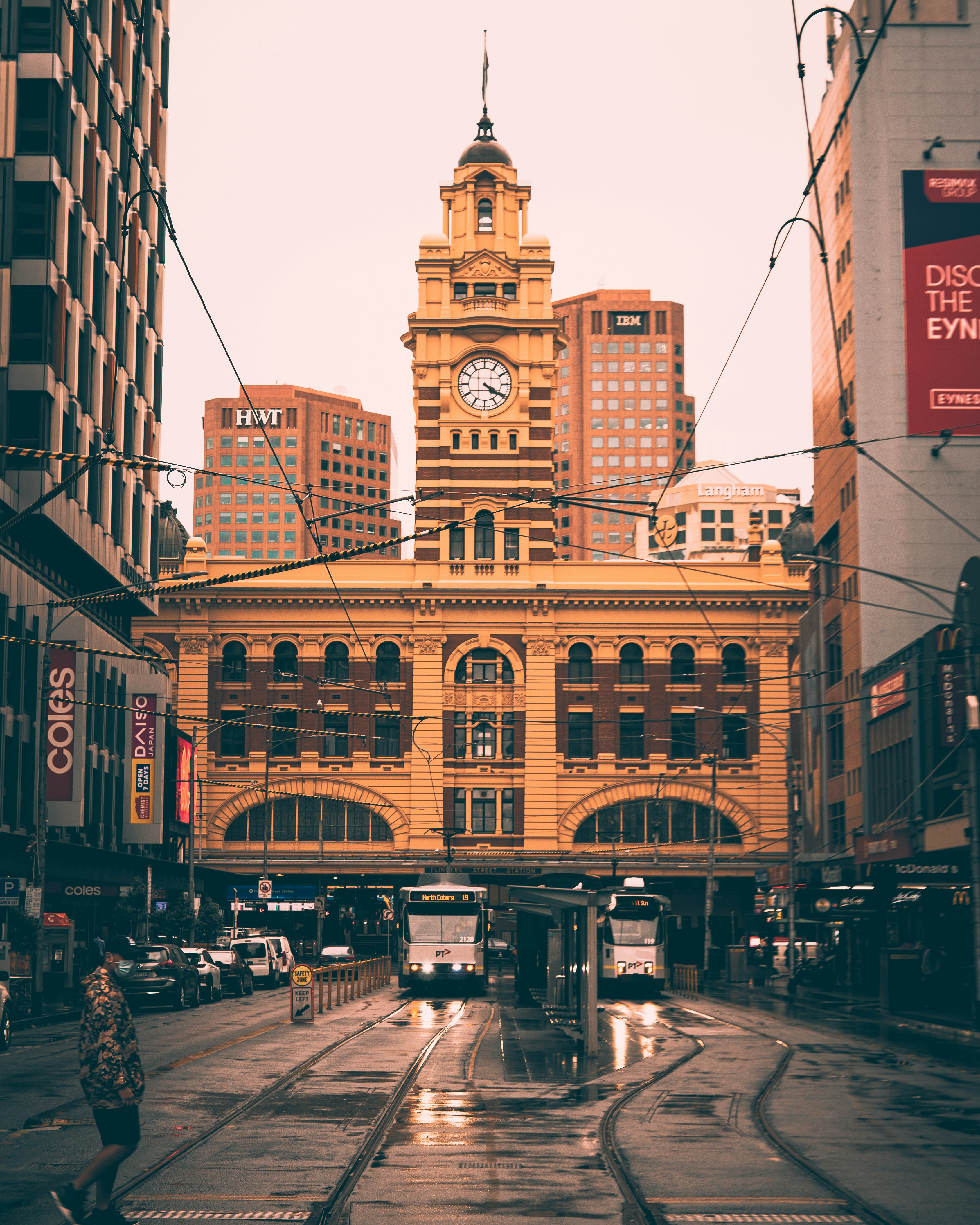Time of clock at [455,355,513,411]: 4:20
